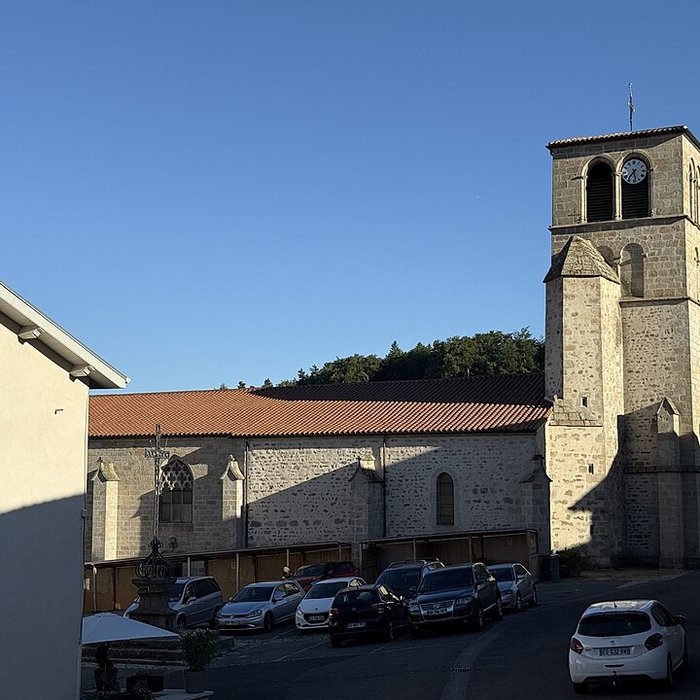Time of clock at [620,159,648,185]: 5:36
